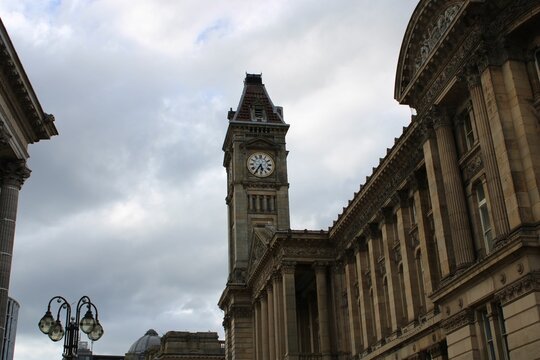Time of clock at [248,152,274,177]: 5:35
